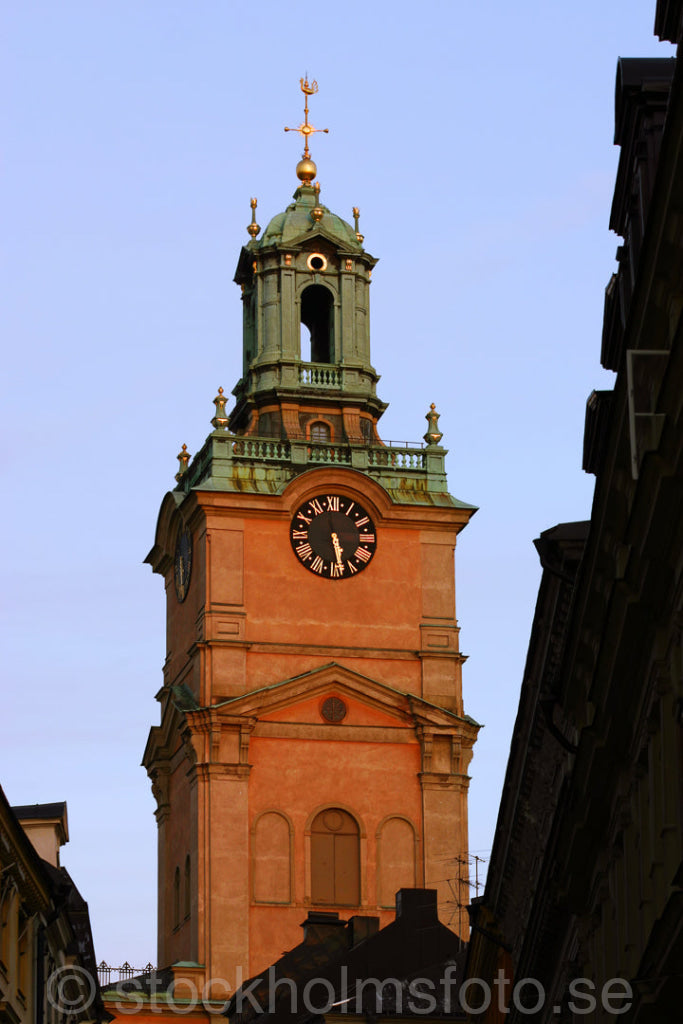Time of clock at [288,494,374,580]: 5:28
